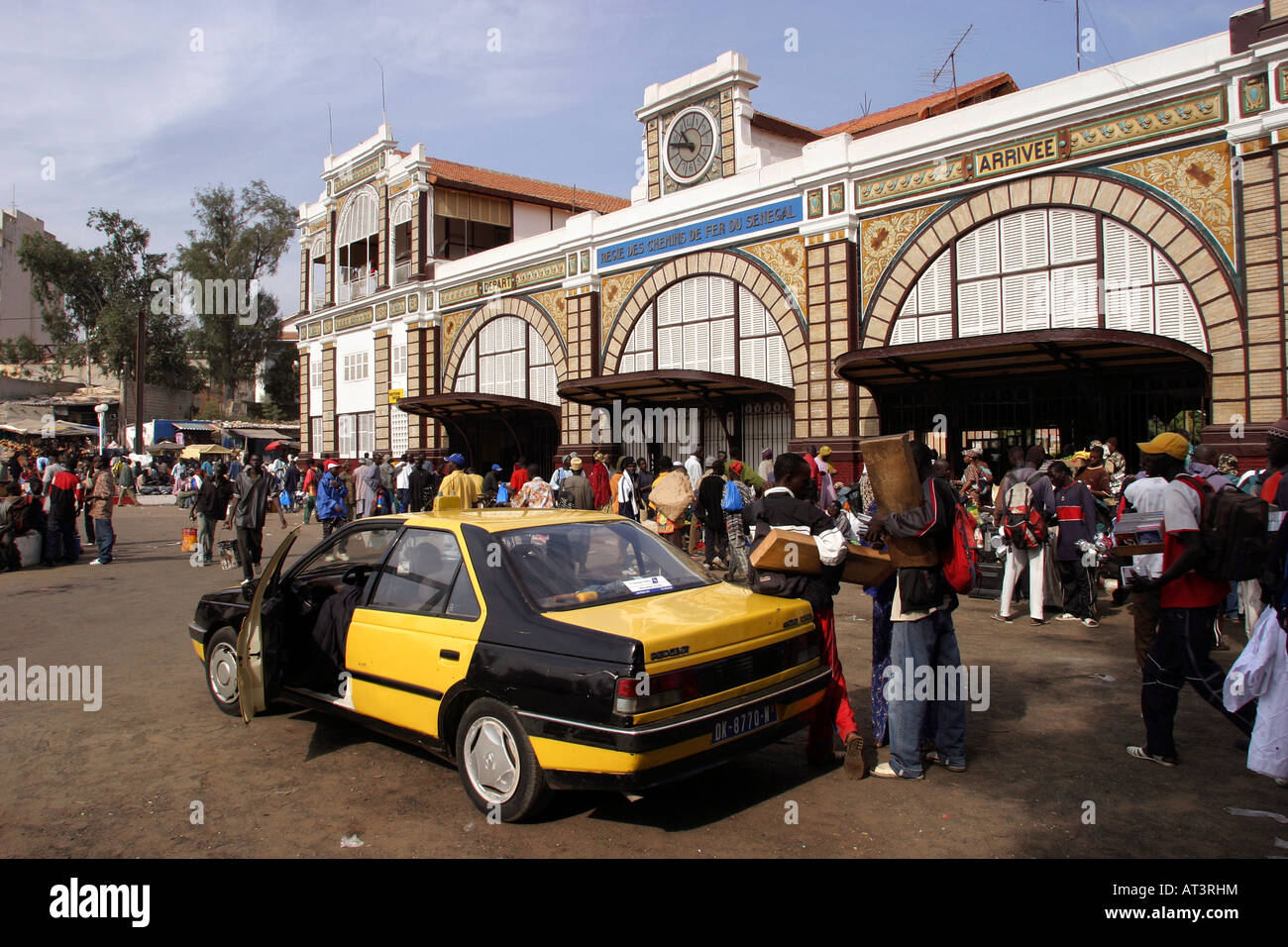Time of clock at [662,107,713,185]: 10:47
